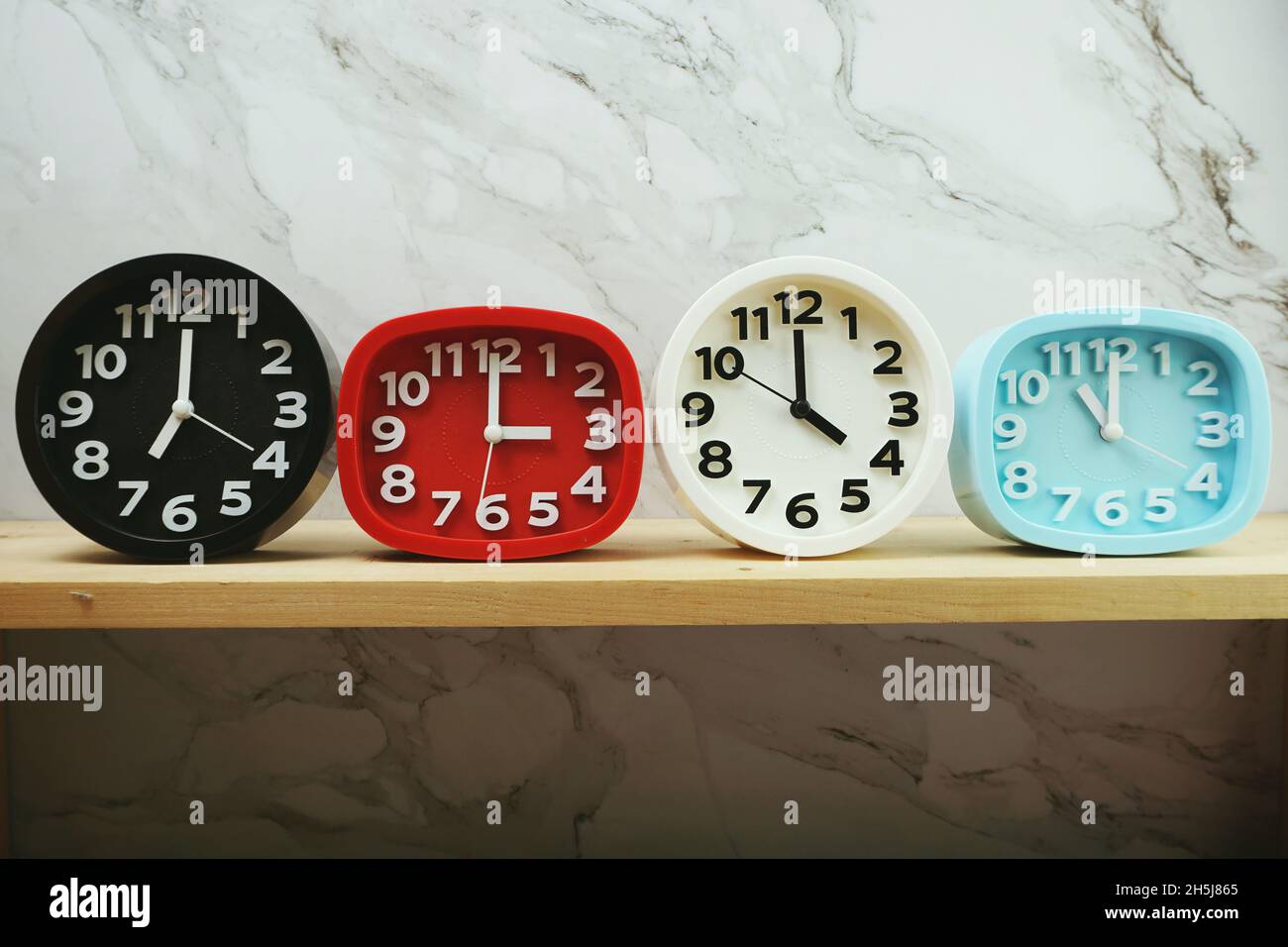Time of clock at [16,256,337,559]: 6:59
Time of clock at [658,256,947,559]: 3:59
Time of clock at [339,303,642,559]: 3:00
